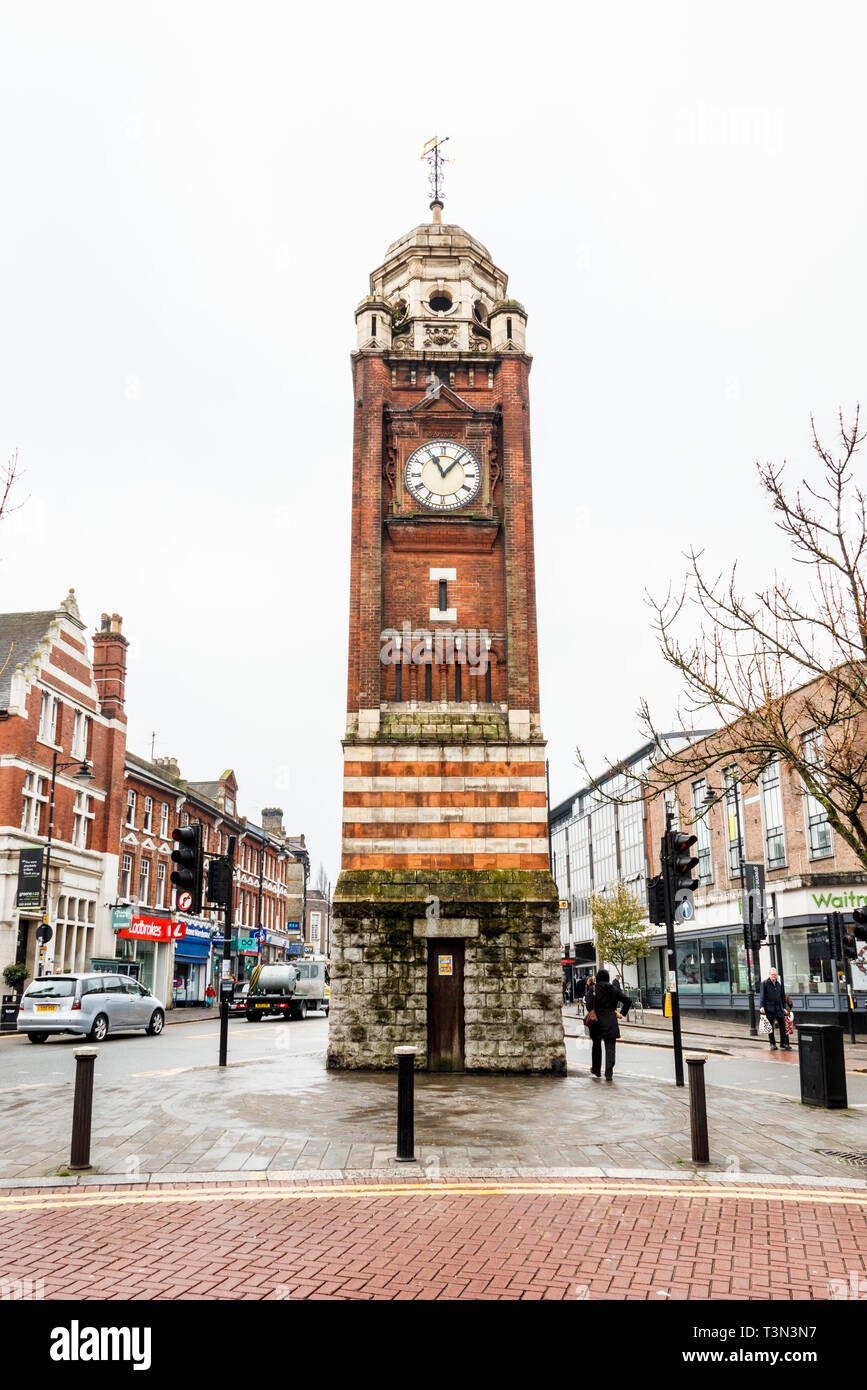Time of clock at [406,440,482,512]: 11:07
